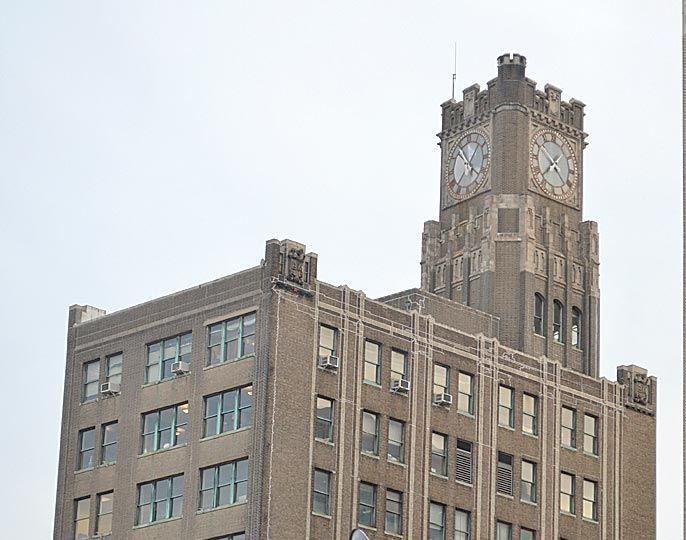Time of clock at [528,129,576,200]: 7:22
